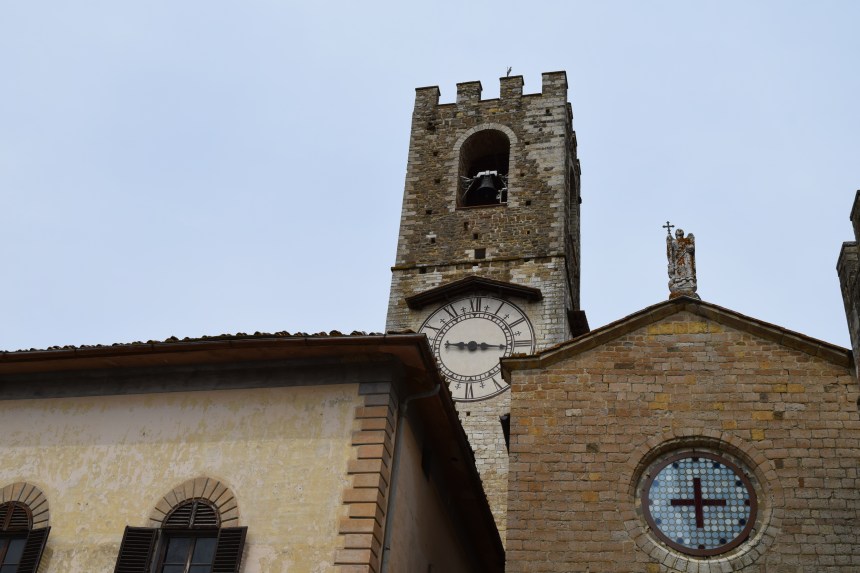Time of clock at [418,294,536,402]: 9:15
